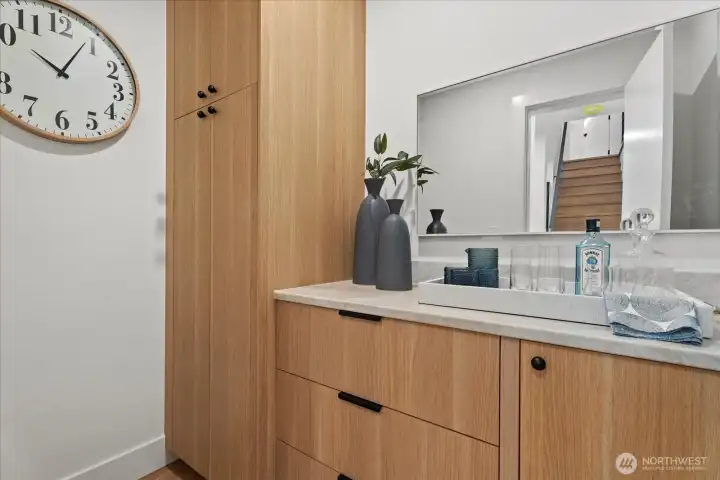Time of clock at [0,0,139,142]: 10:04
